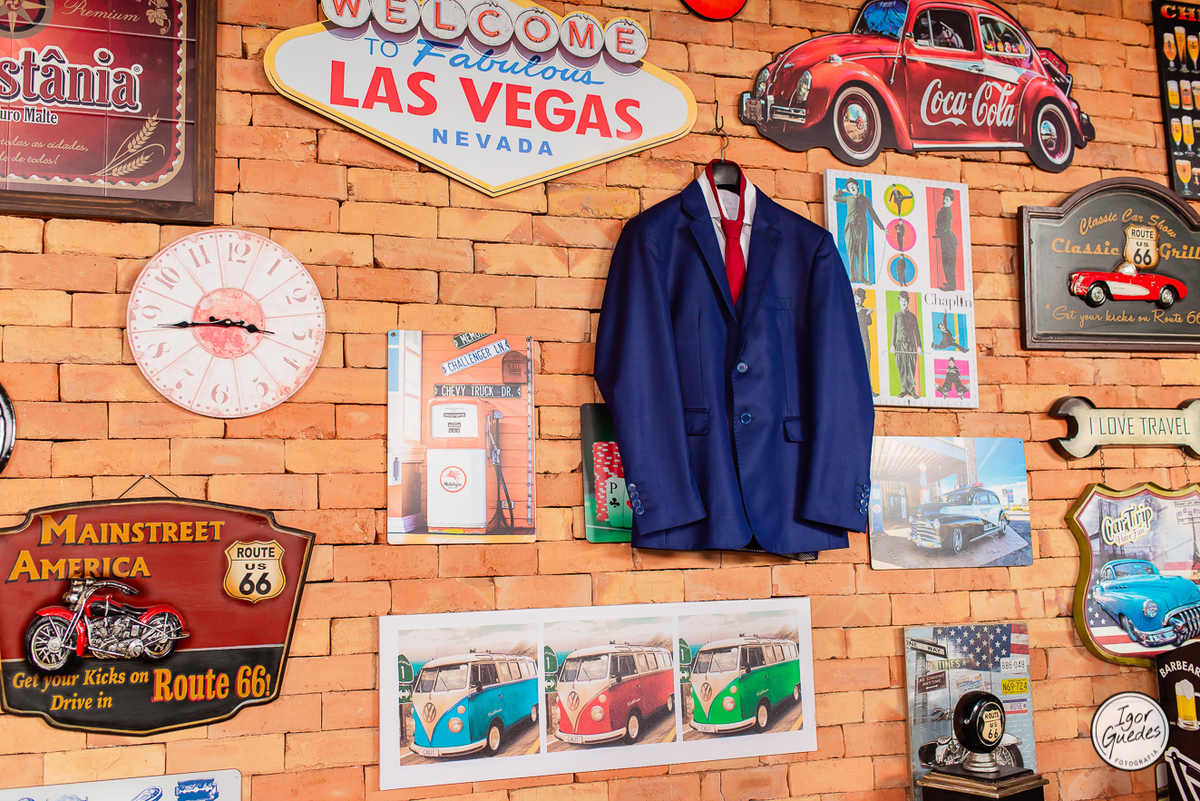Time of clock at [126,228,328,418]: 3:43
